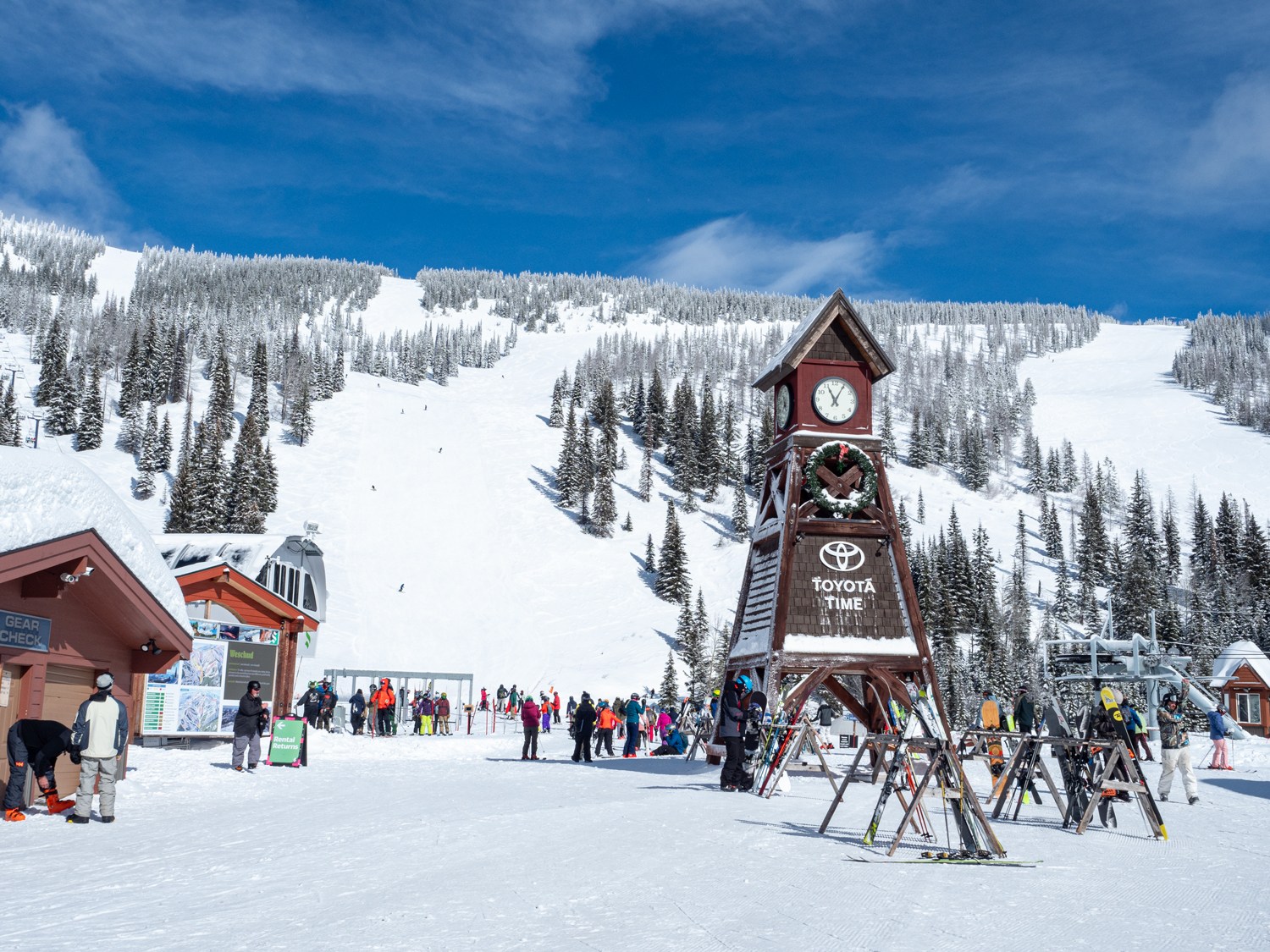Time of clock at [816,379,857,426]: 11:05
